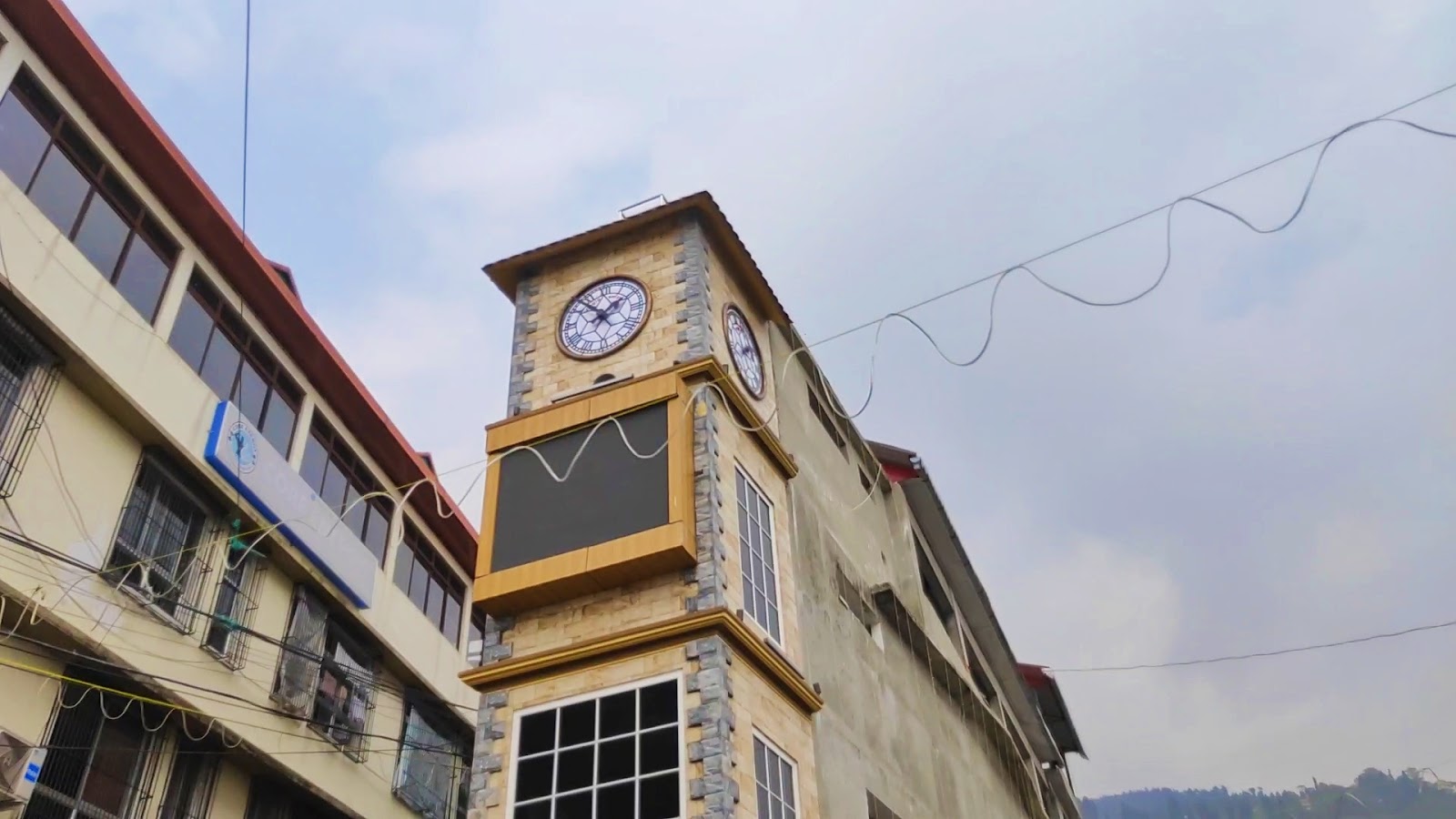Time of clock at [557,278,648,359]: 1:52
